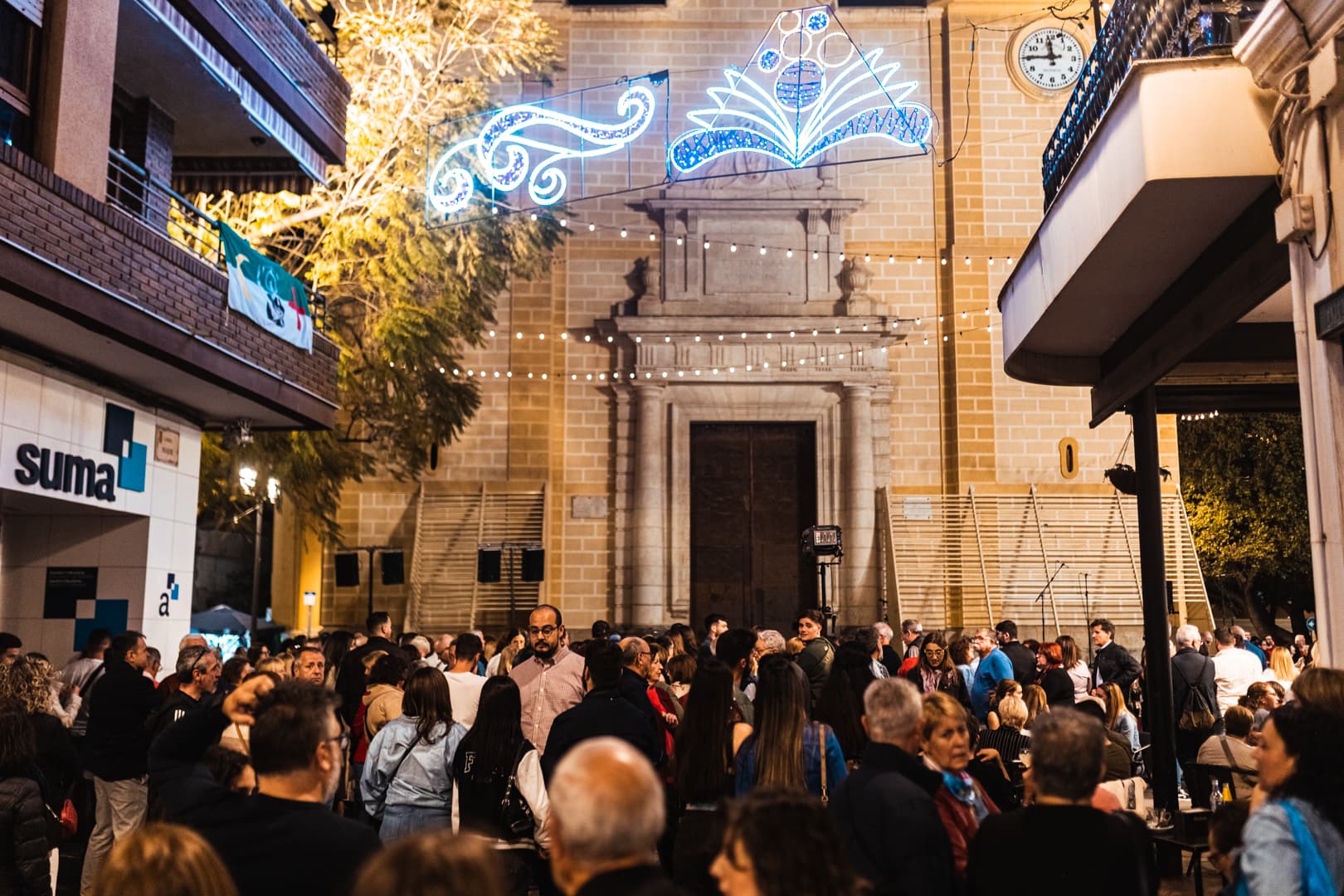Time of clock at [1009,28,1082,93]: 11:45
